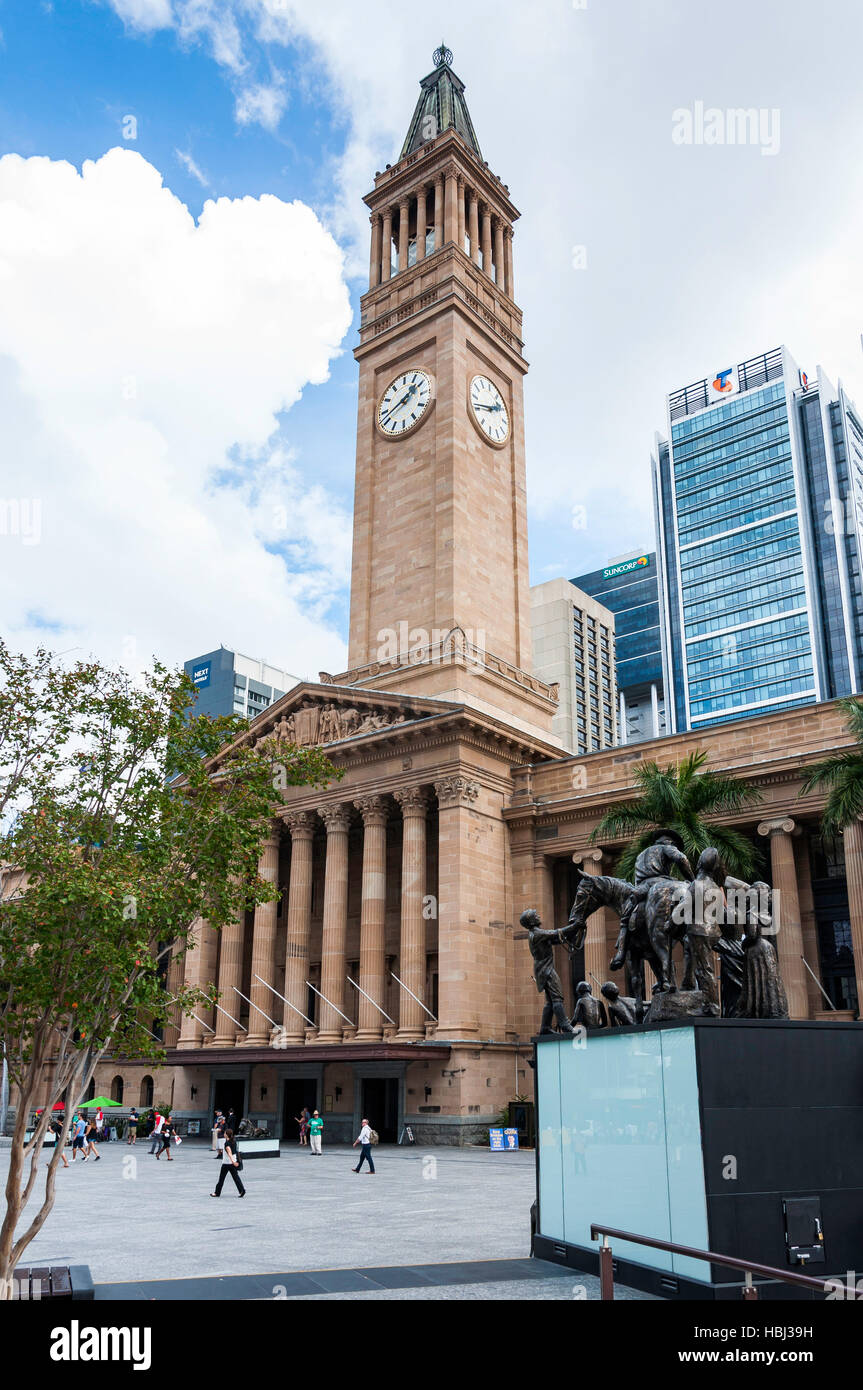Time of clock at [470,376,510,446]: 2:46
